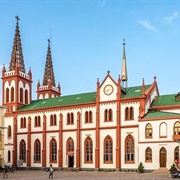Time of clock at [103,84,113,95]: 8:38
